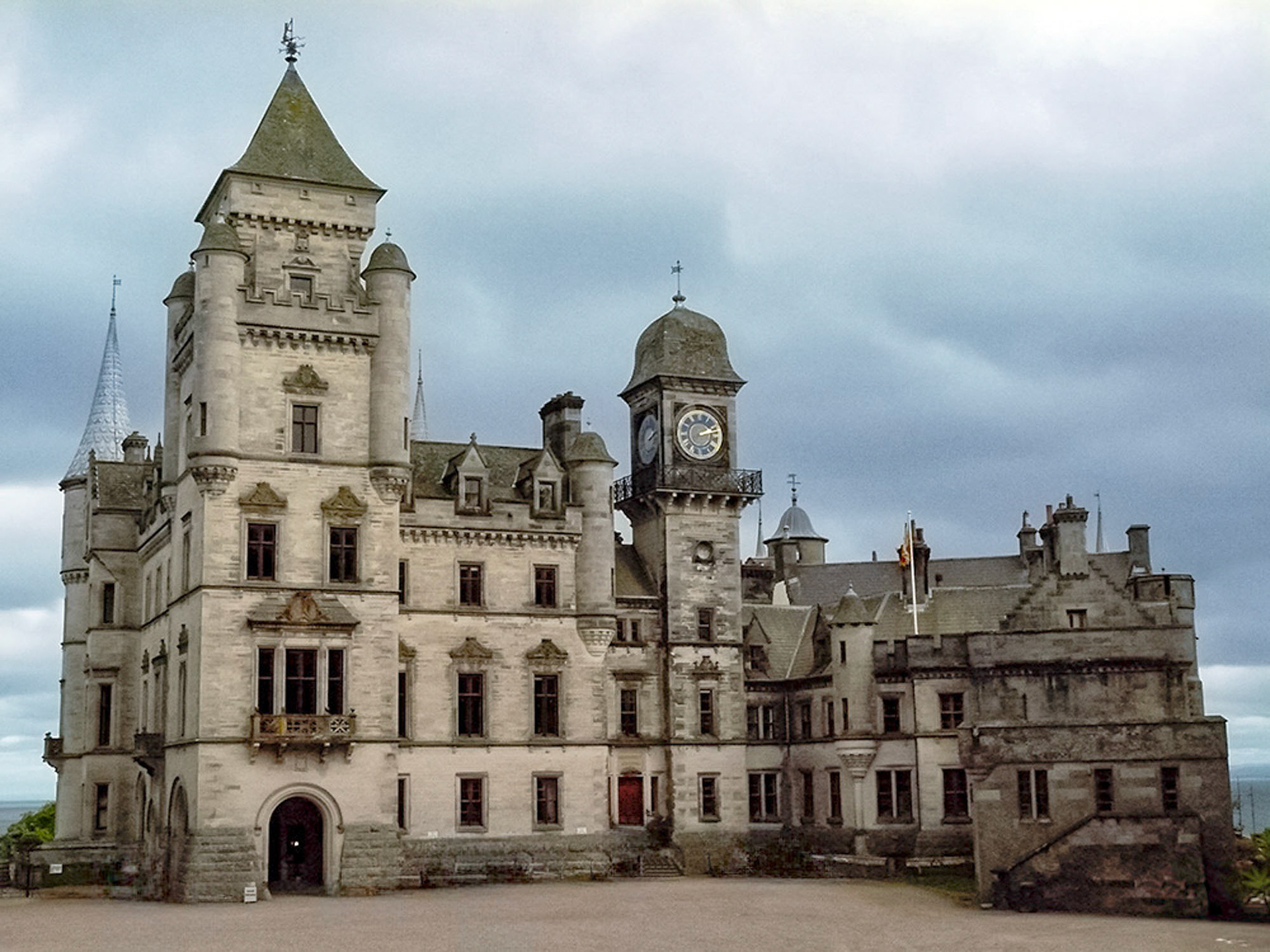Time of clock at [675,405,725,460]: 2:12
